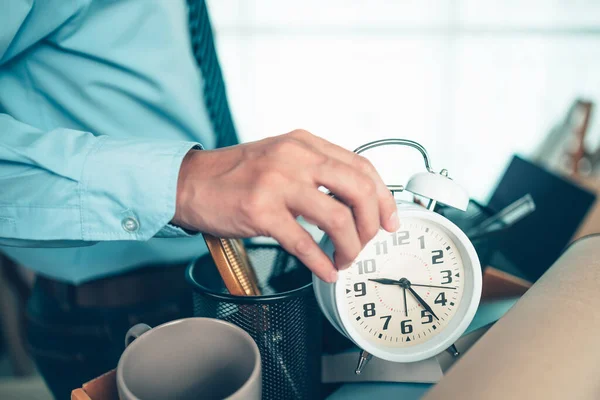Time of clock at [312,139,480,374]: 9:23
